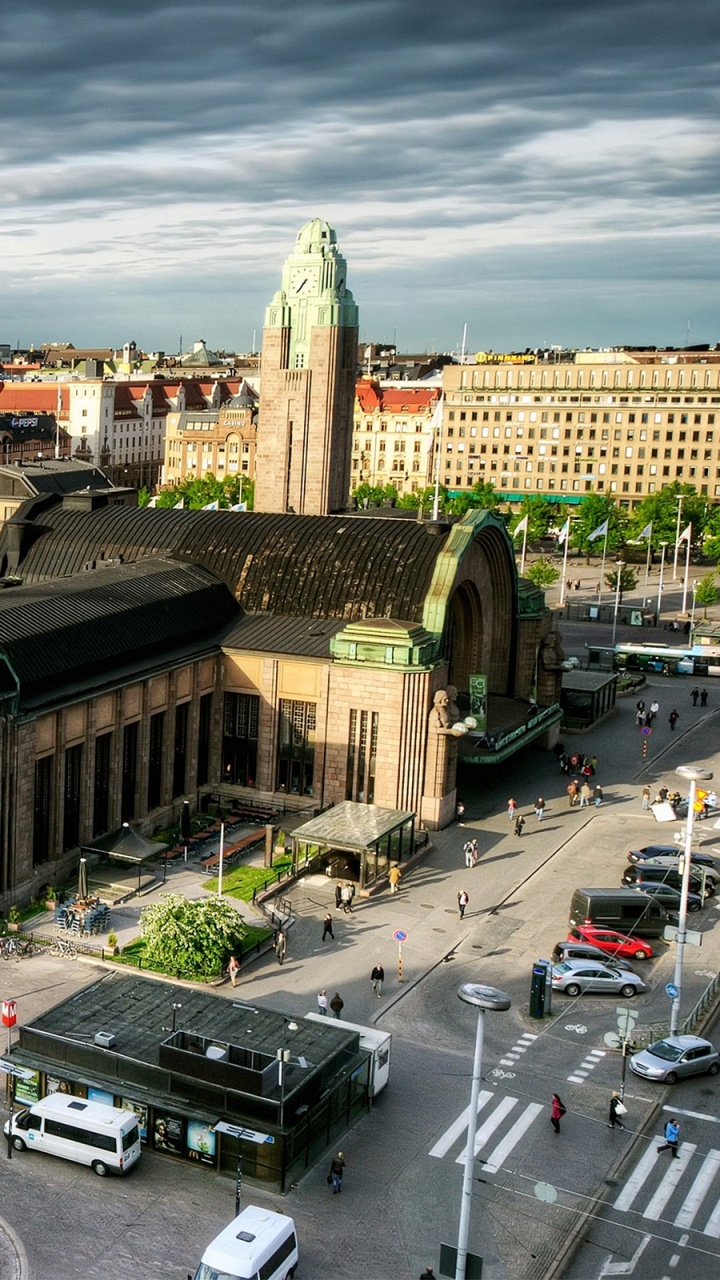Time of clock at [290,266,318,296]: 7:35
